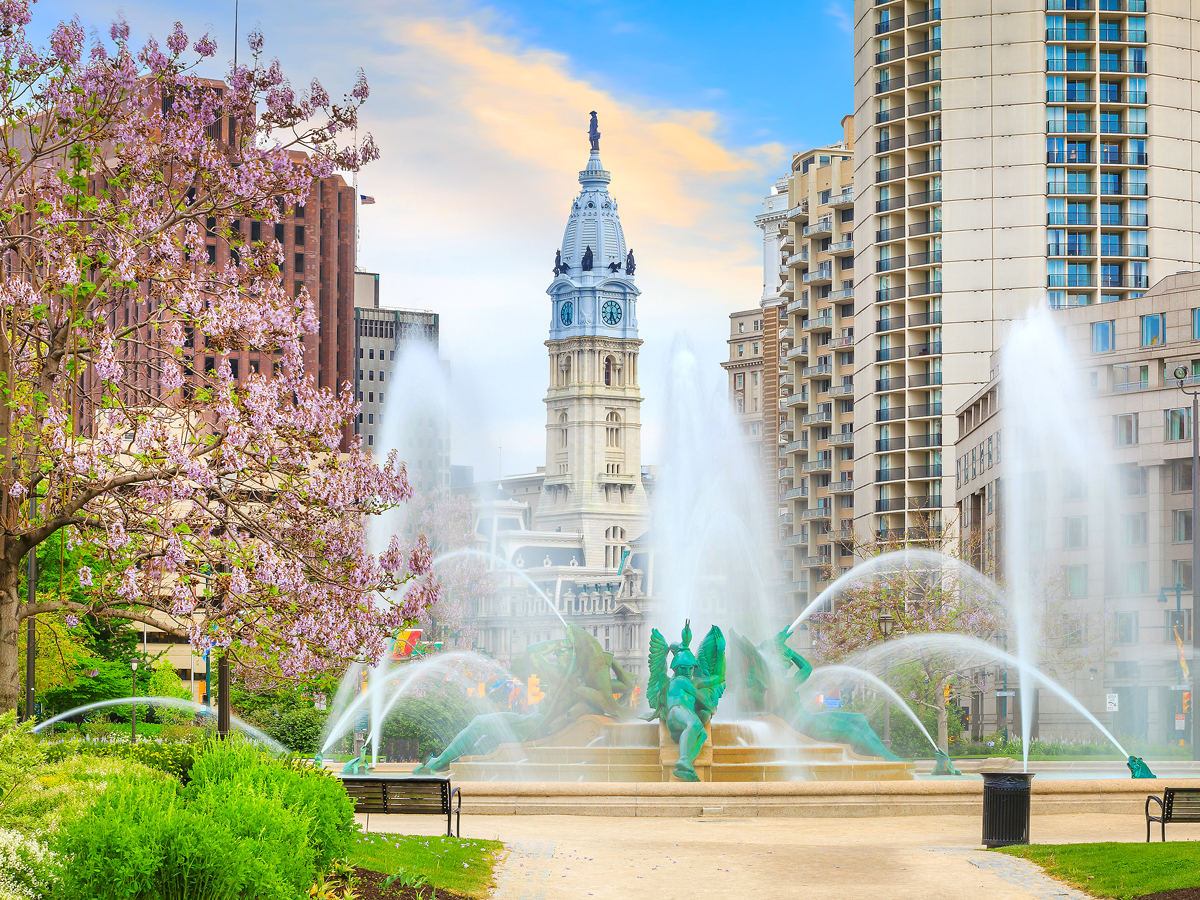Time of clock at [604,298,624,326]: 6:25
